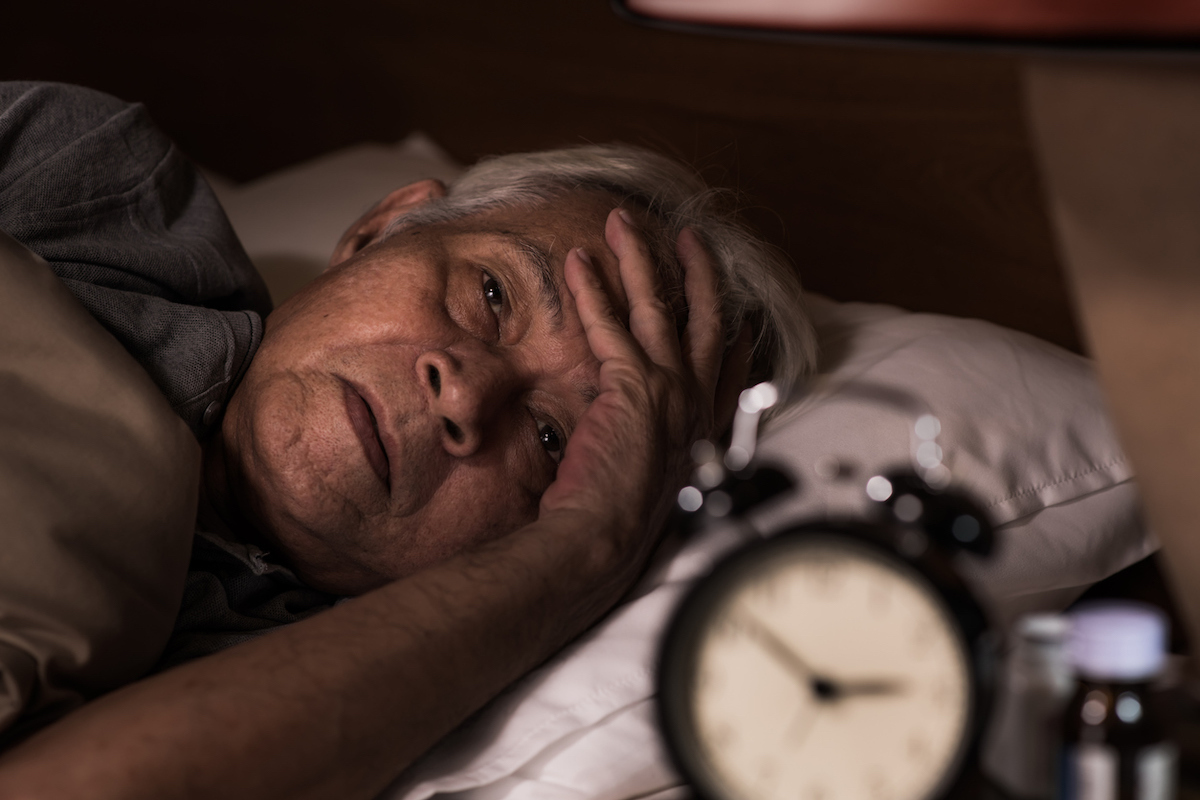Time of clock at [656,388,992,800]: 2:52
